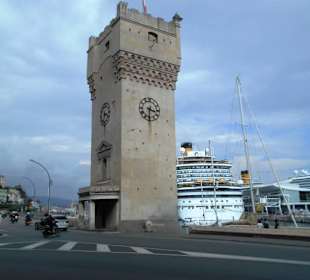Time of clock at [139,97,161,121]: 3:31
